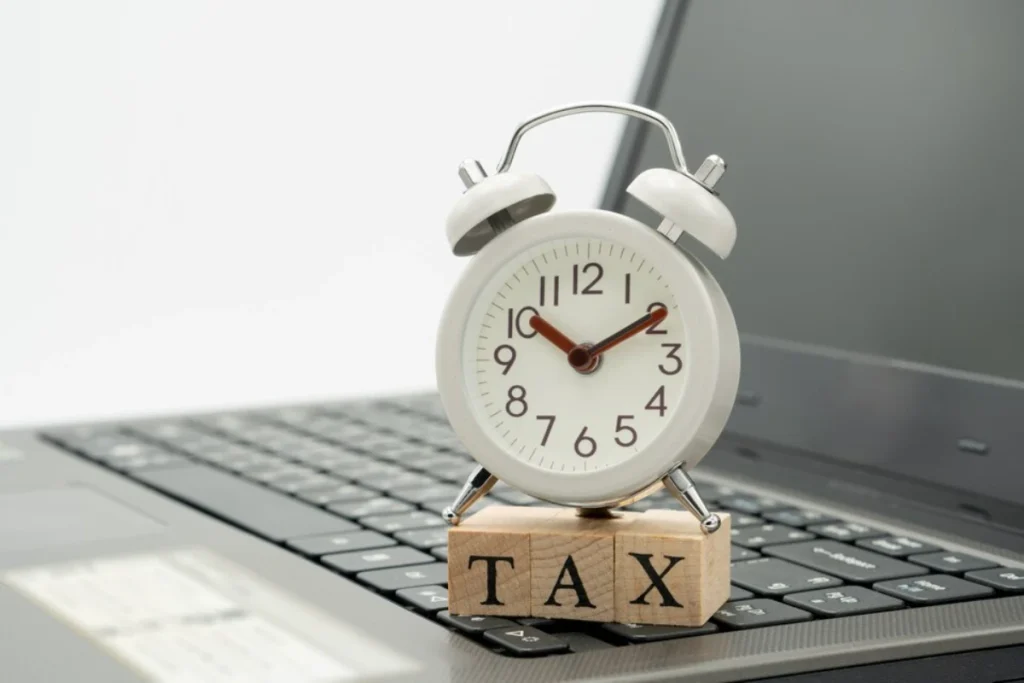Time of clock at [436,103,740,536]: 10:10
